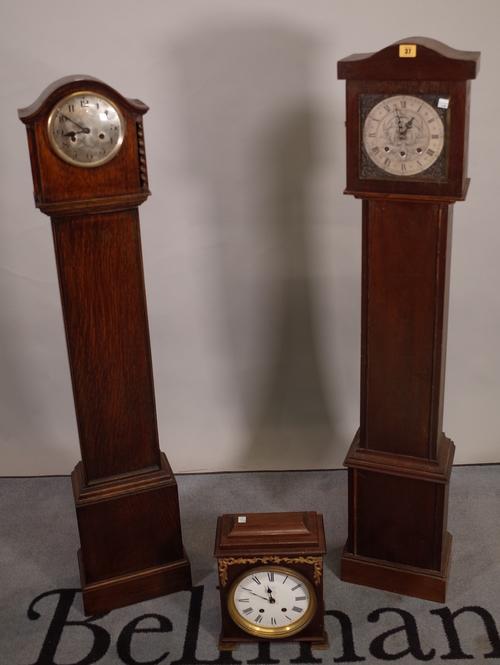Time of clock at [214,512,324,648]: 11:49
